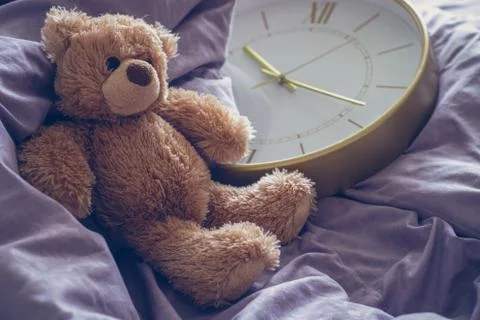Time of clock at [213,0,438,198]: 10:17
